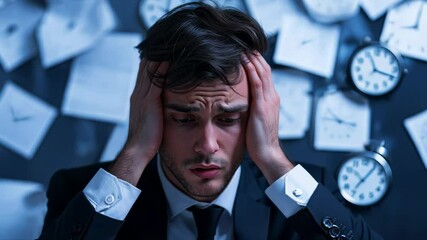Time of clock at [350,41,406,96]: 11:18
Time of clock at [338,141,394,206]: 10:06
